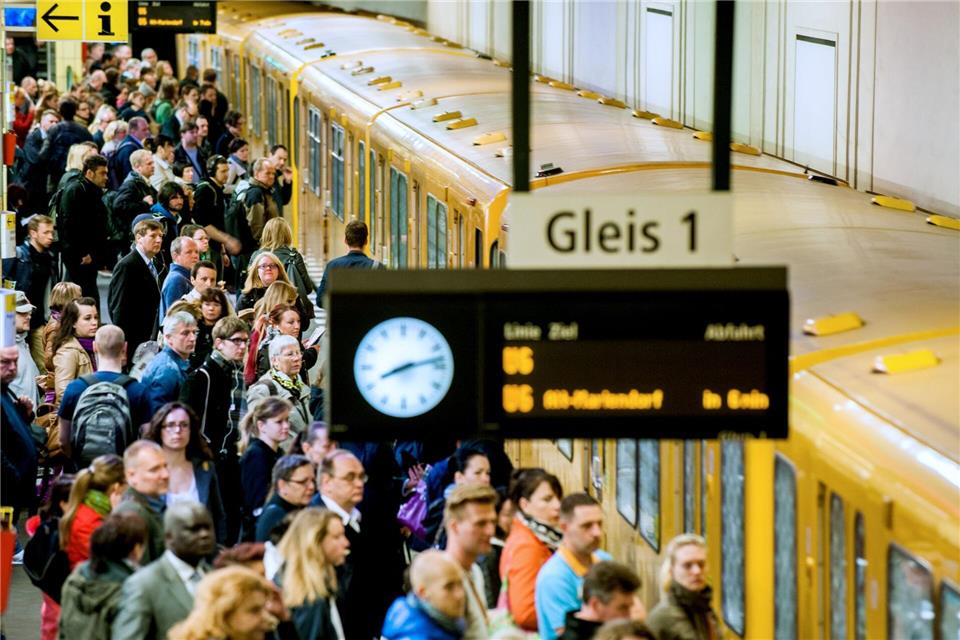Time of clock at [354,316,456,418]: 8:12
